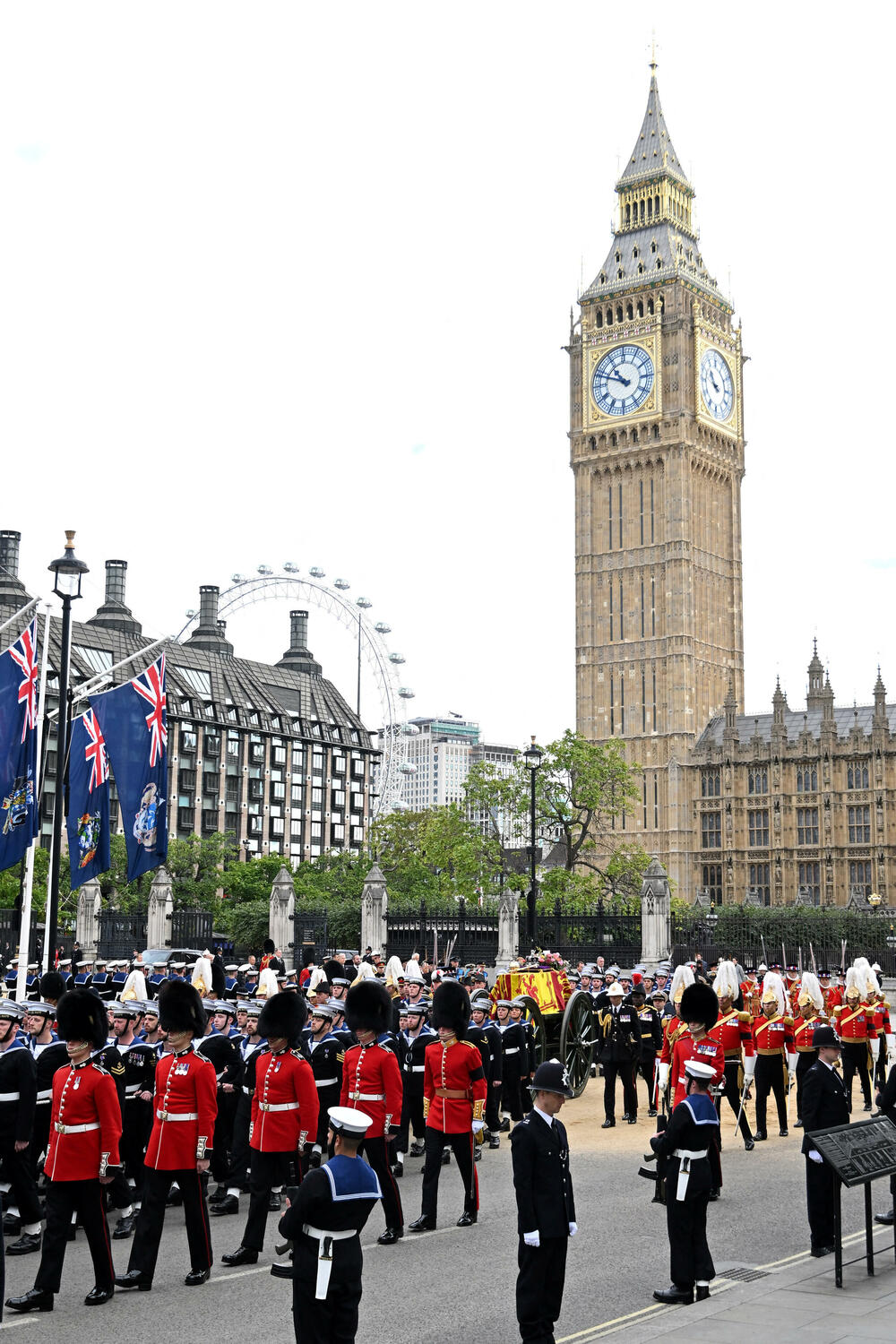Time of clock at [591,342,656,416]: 10:48
